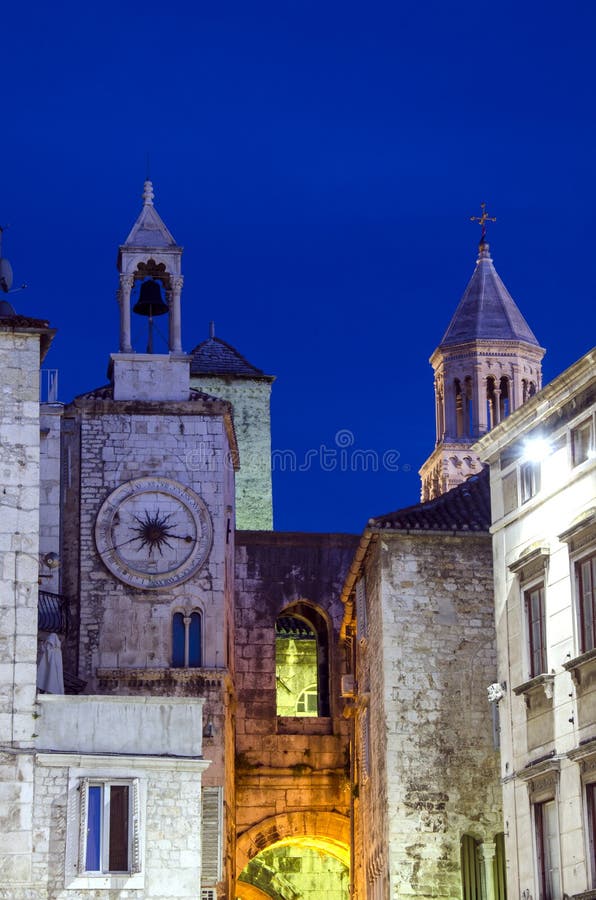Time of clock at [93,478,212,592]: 1:16
